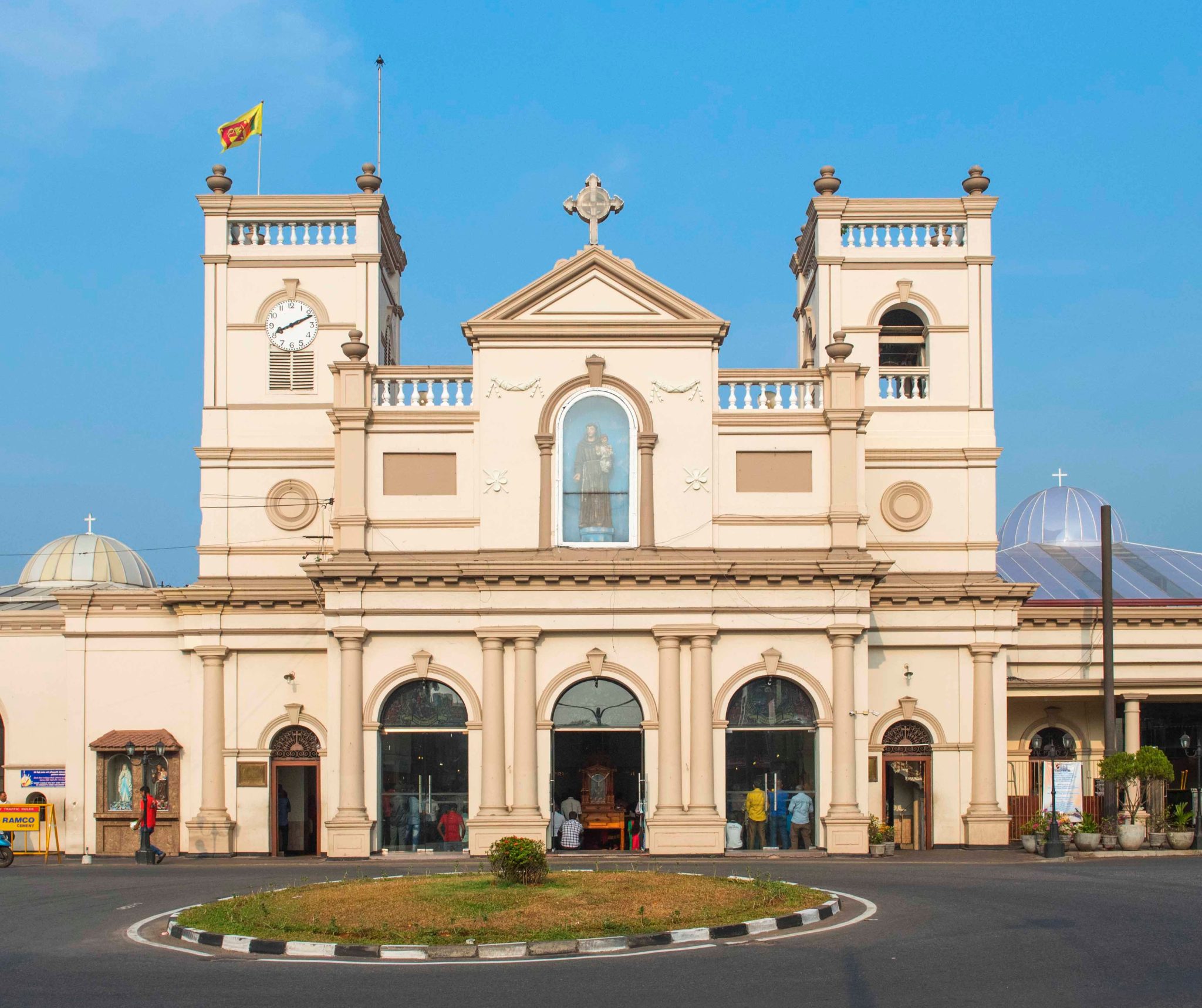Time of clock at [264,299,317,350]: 8:11
